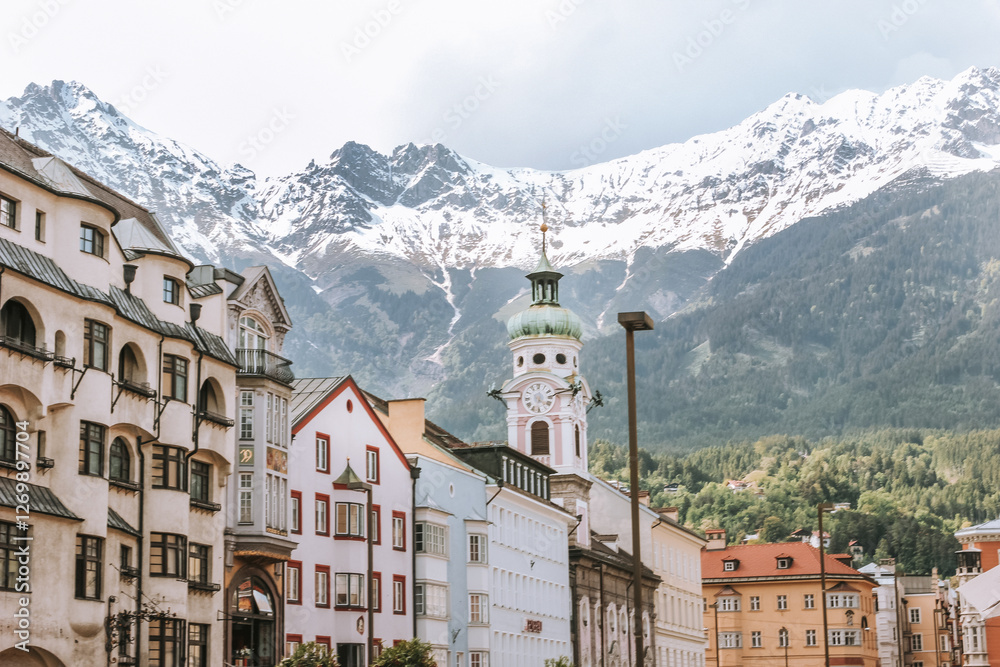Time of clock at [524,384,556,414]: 6:21
